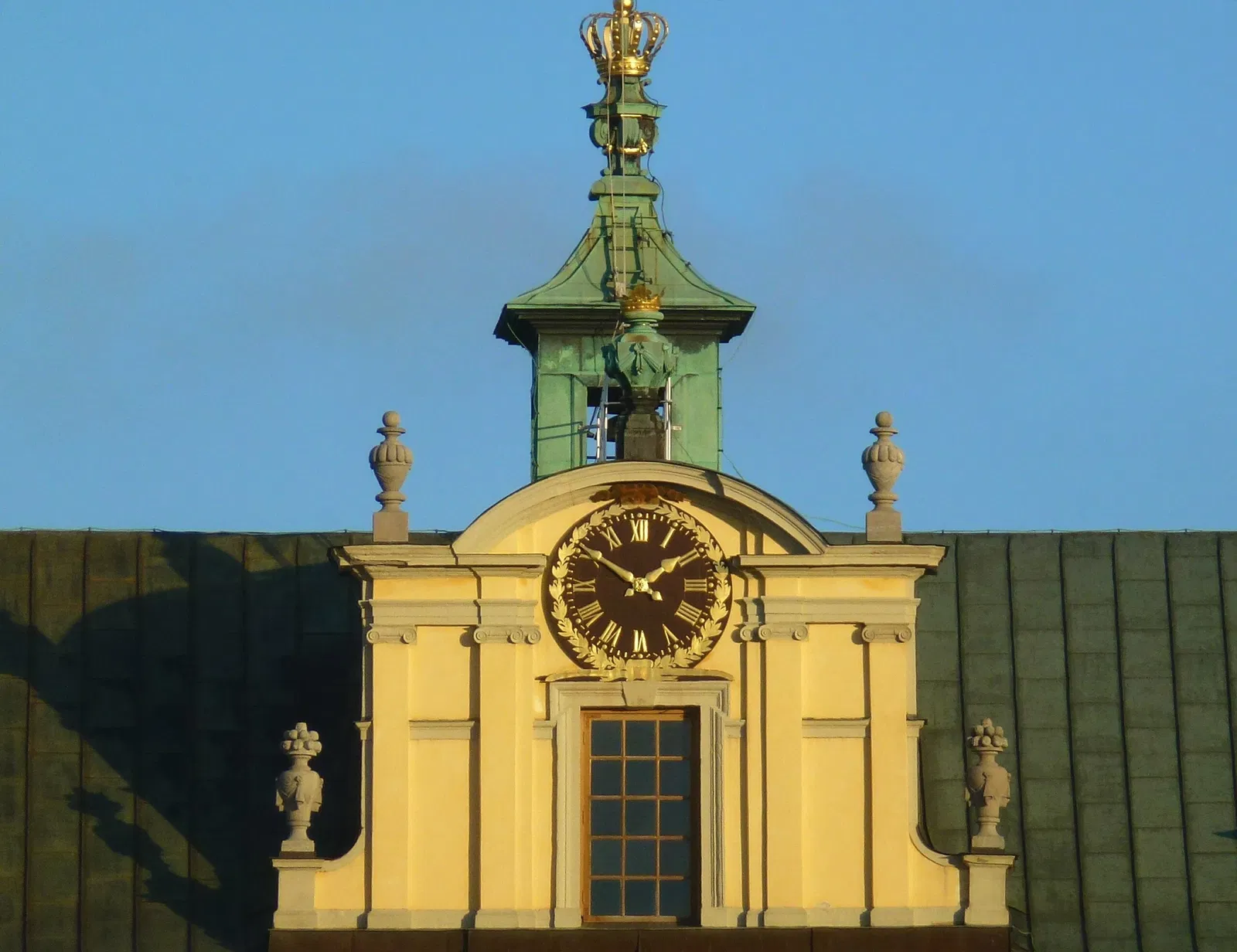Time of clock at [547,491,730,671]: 1:50
